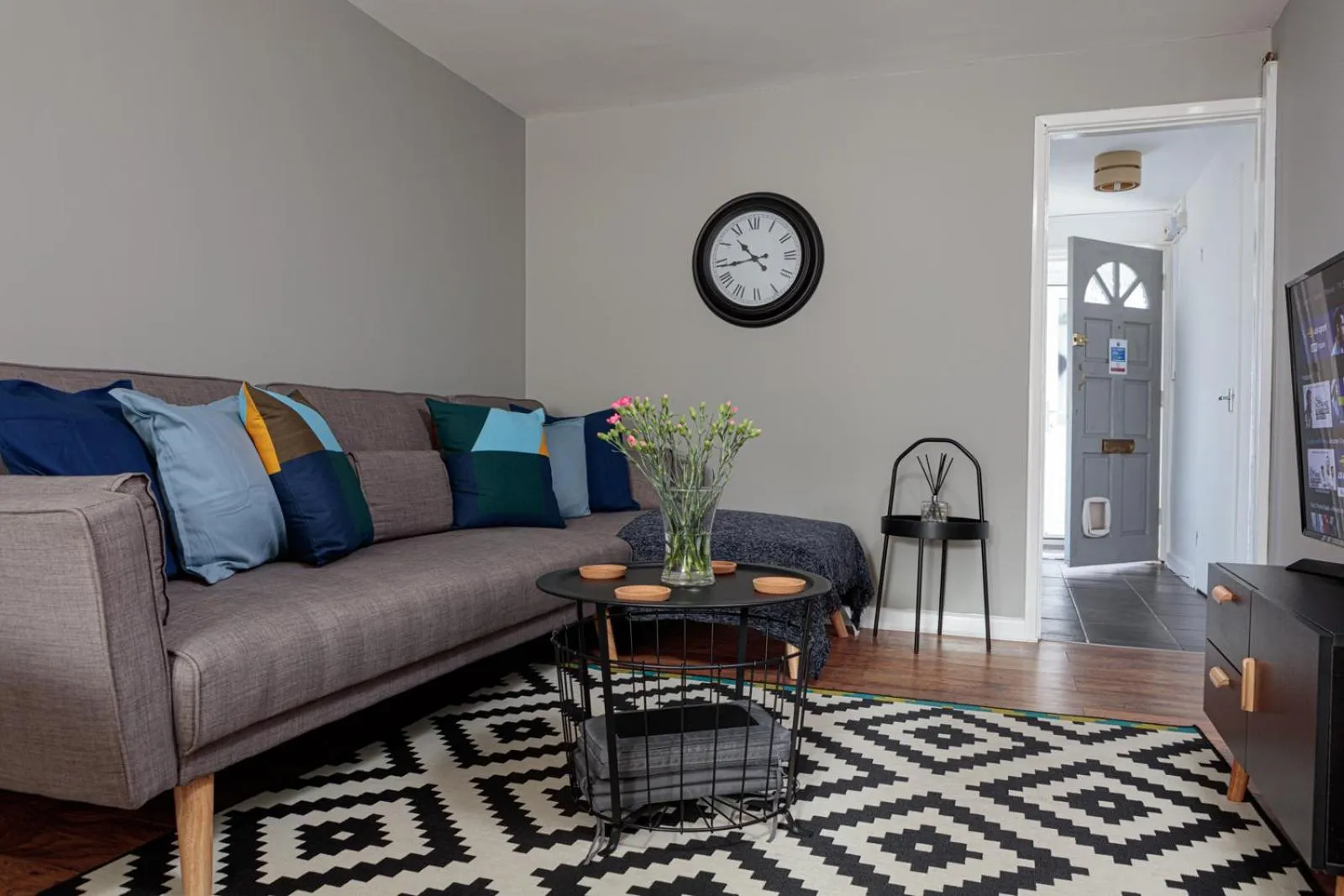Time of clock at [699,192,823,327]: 10:43
